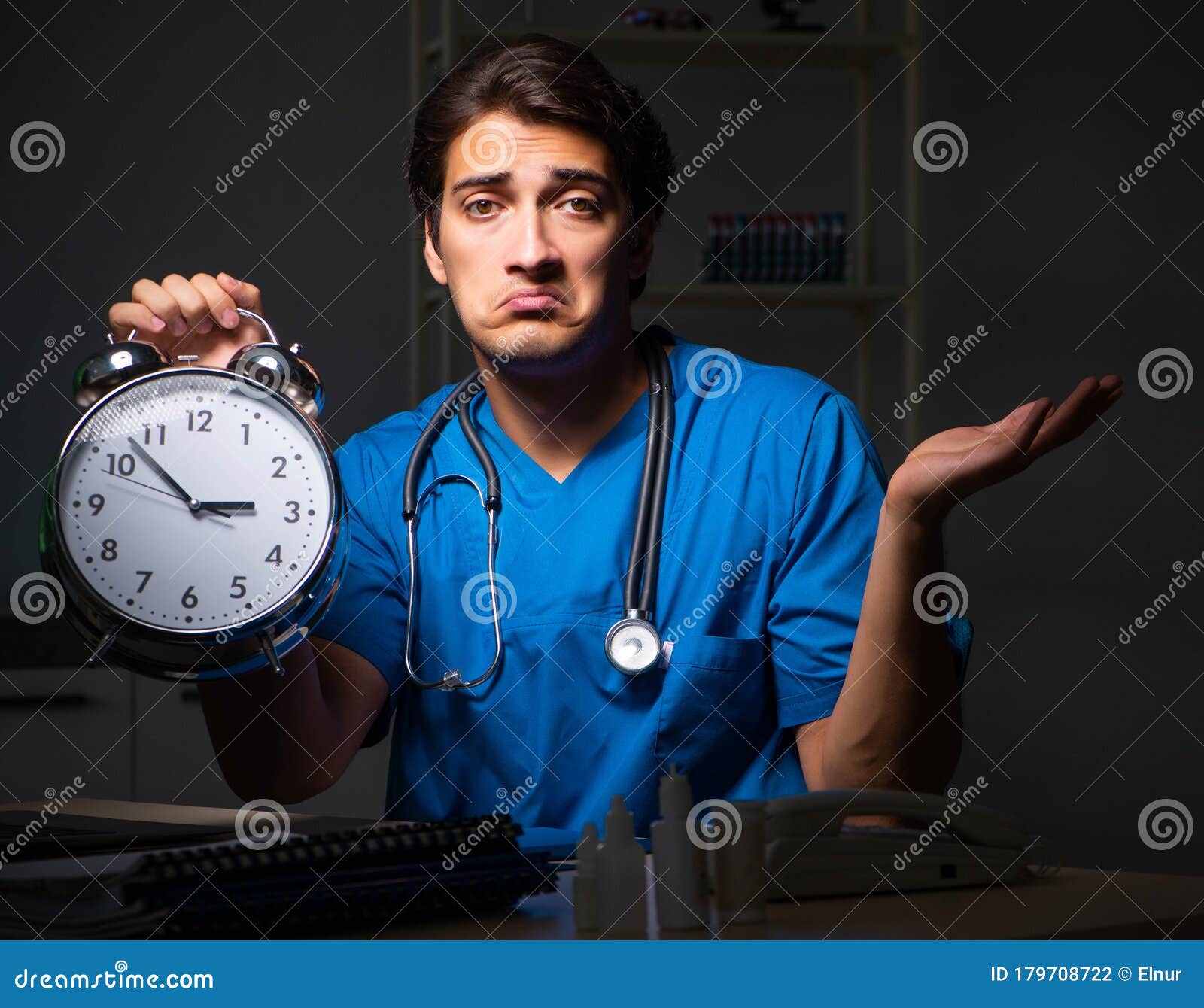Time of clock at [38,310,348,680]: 2:52
